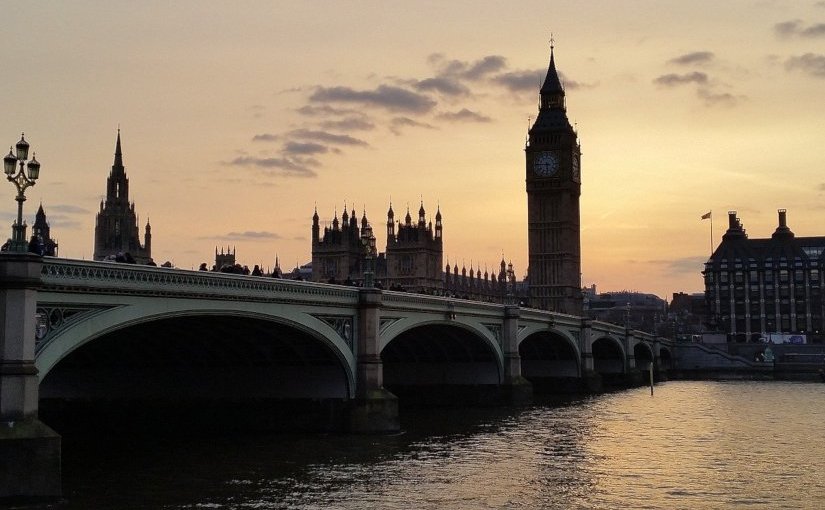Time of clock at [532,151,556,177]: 5:45
